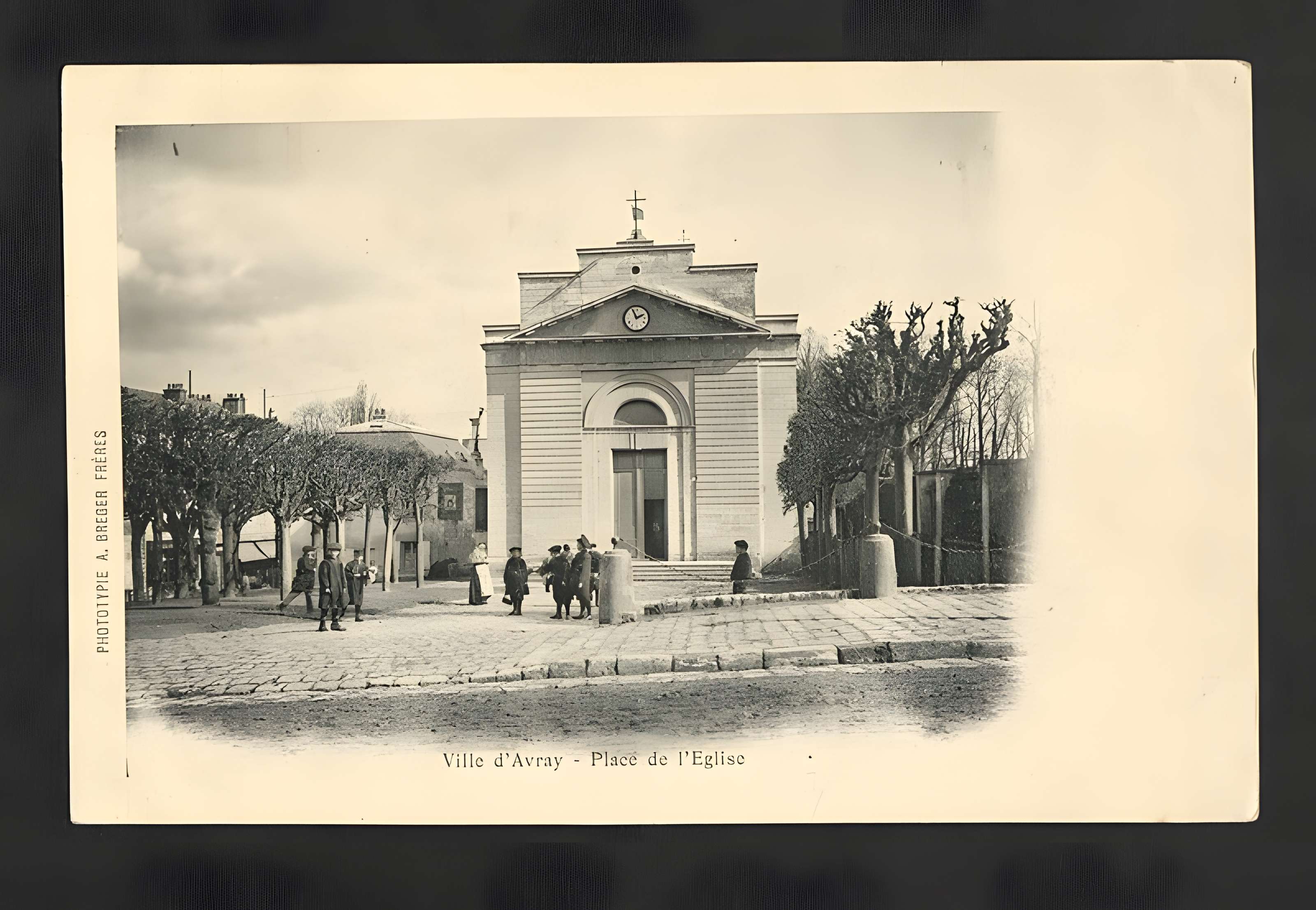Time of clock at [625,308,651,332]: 1:56
